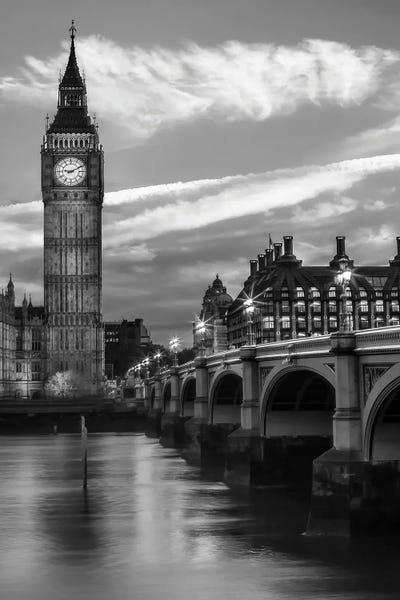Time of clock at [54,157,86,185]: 9:10
